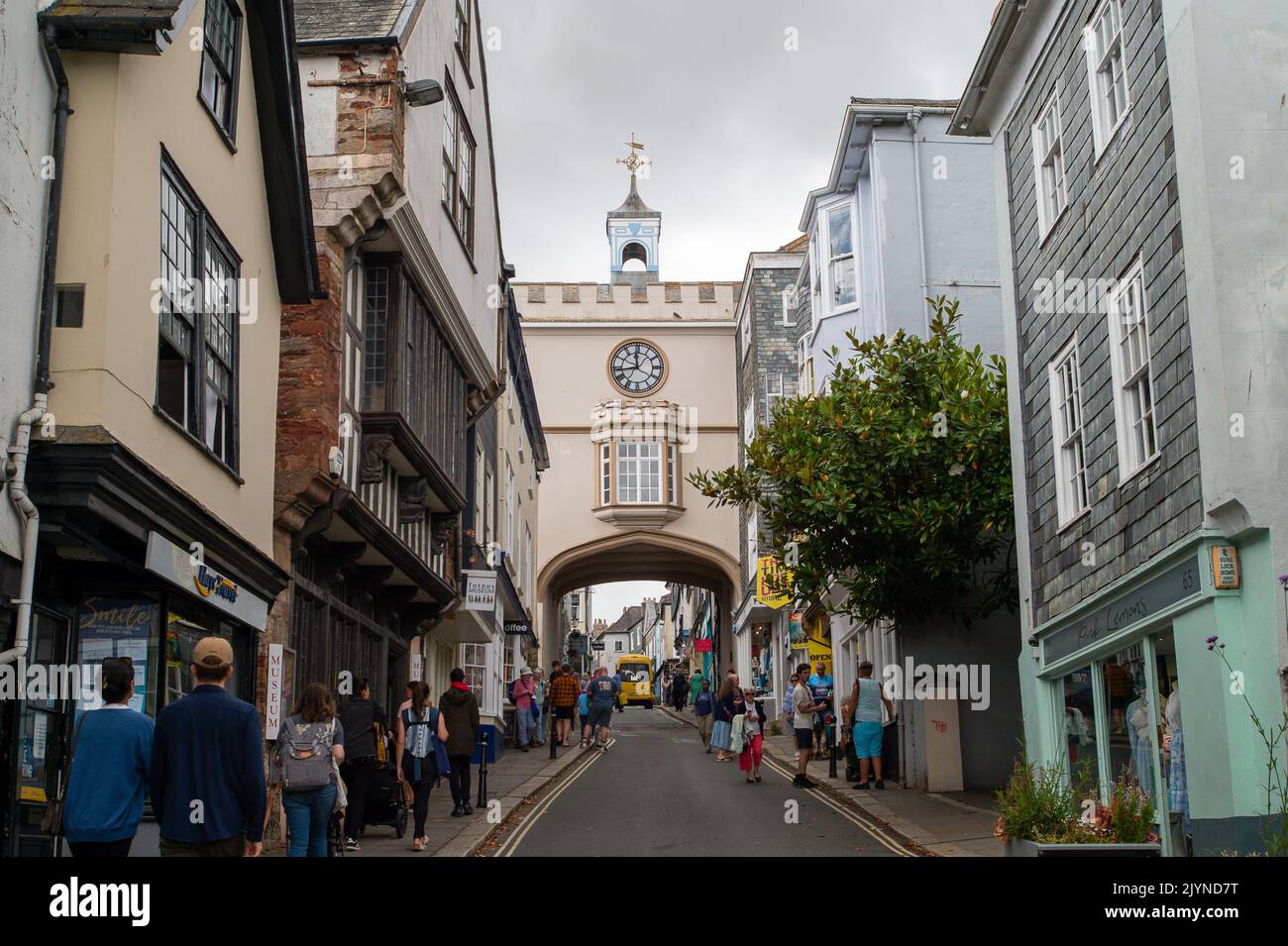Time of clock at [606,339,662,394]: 11:43
